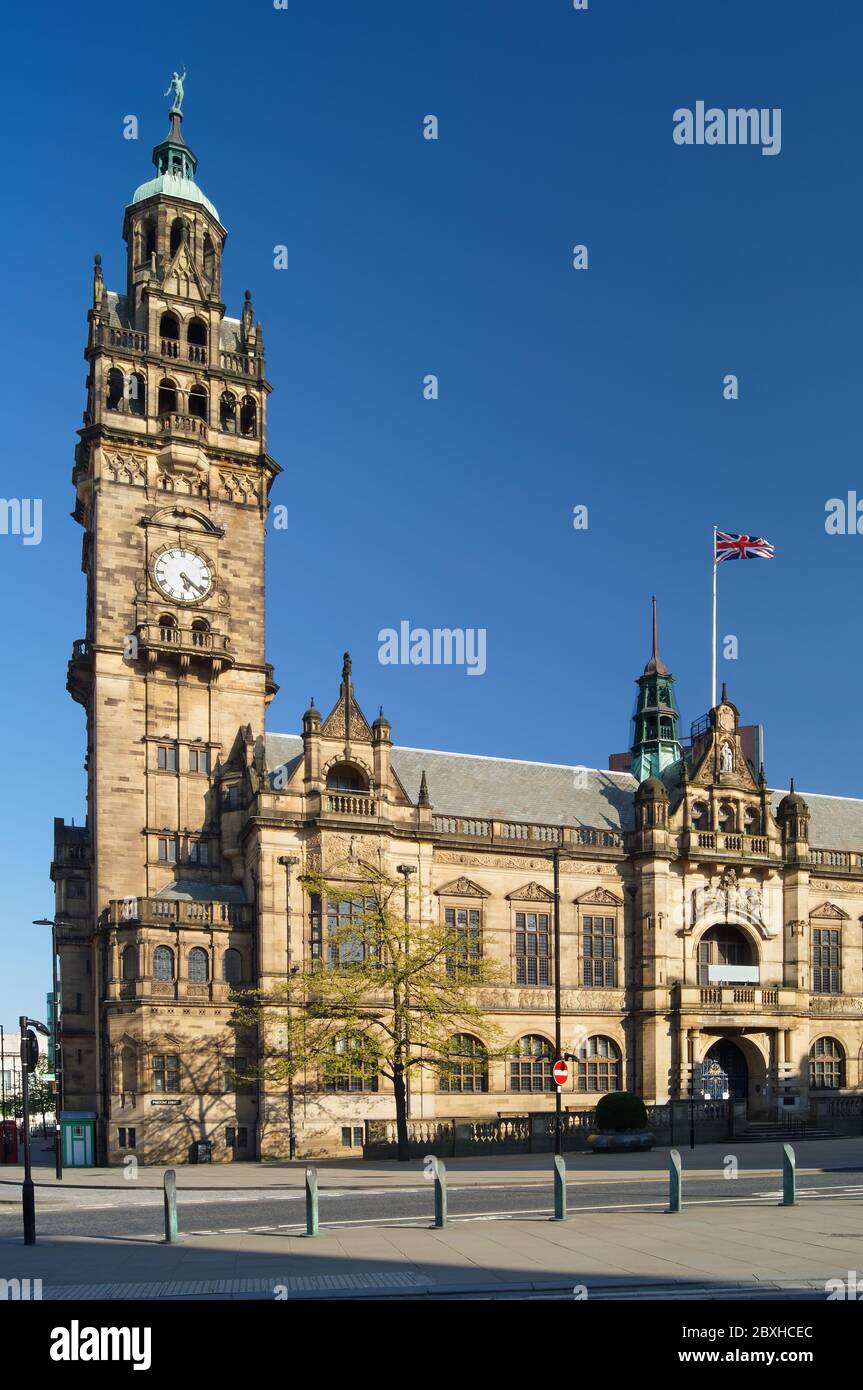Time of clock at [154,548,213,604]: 5:21
